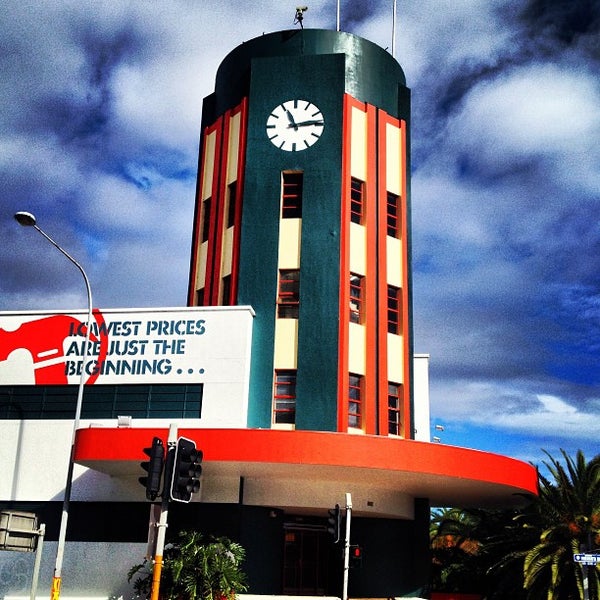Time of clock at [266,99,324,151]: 11:13
